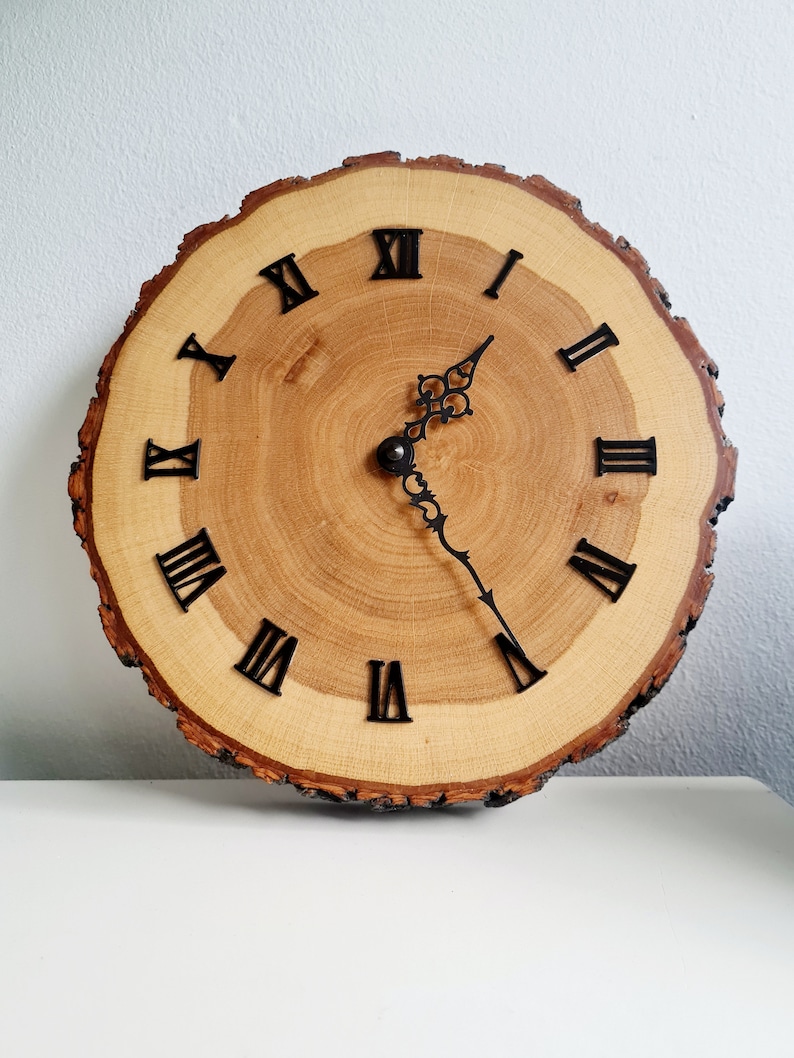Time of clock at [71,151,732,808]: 1:24
